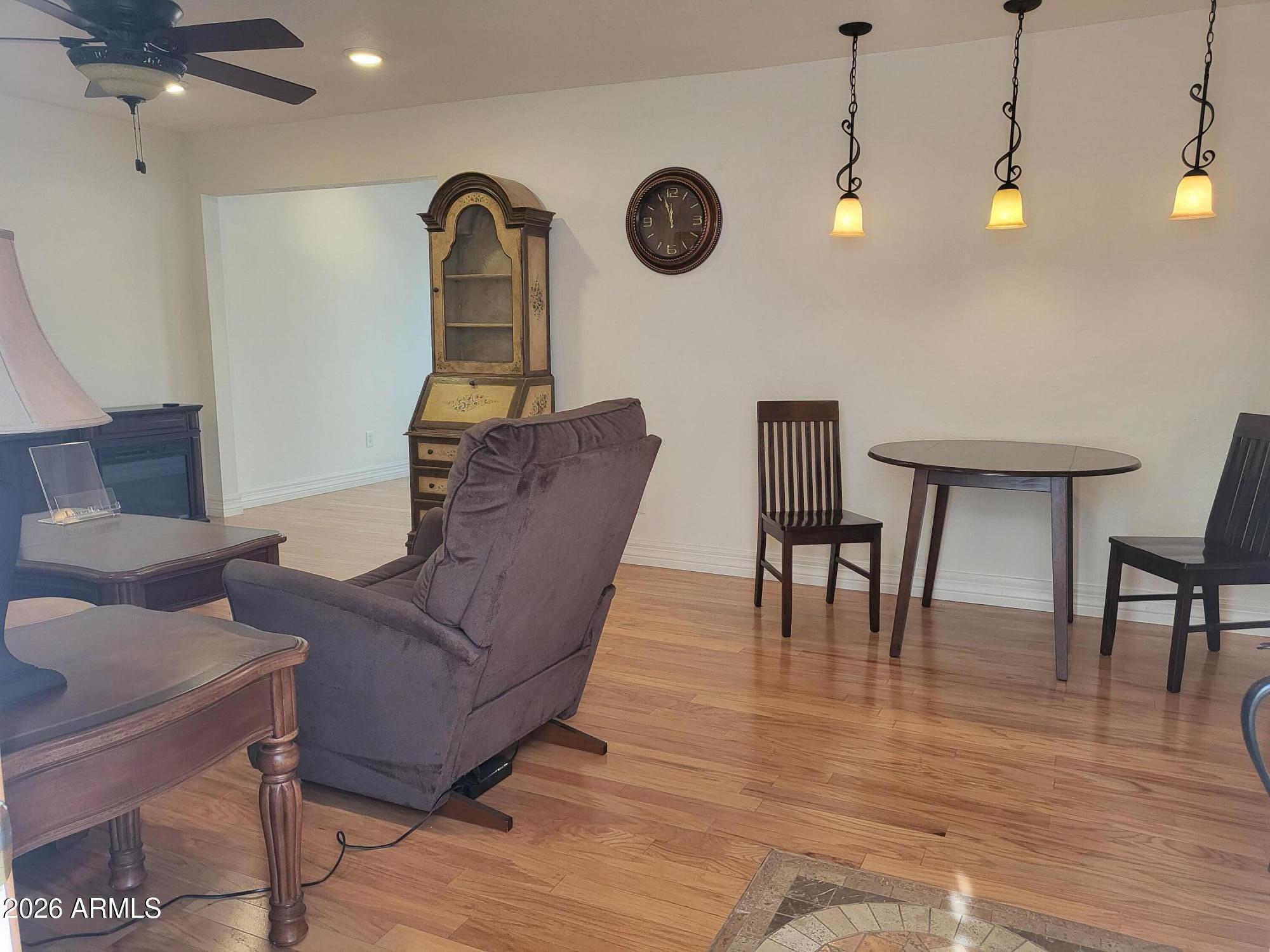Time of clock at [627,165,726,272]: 11:56
